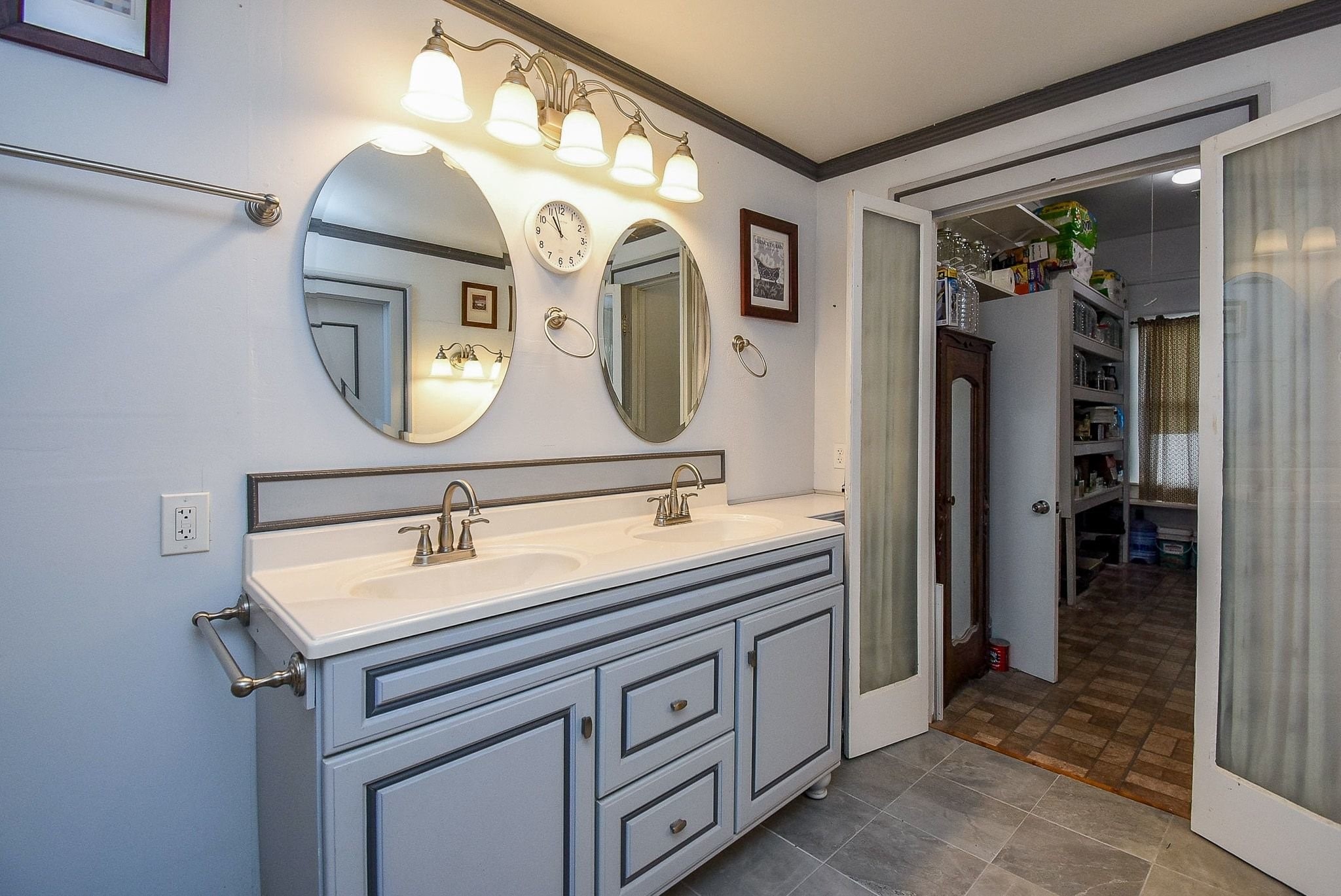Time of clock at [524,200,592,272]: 10:56
